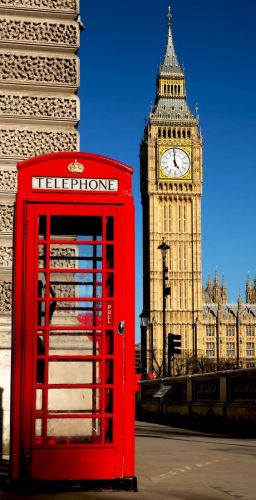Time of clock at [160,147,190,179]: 4:59
